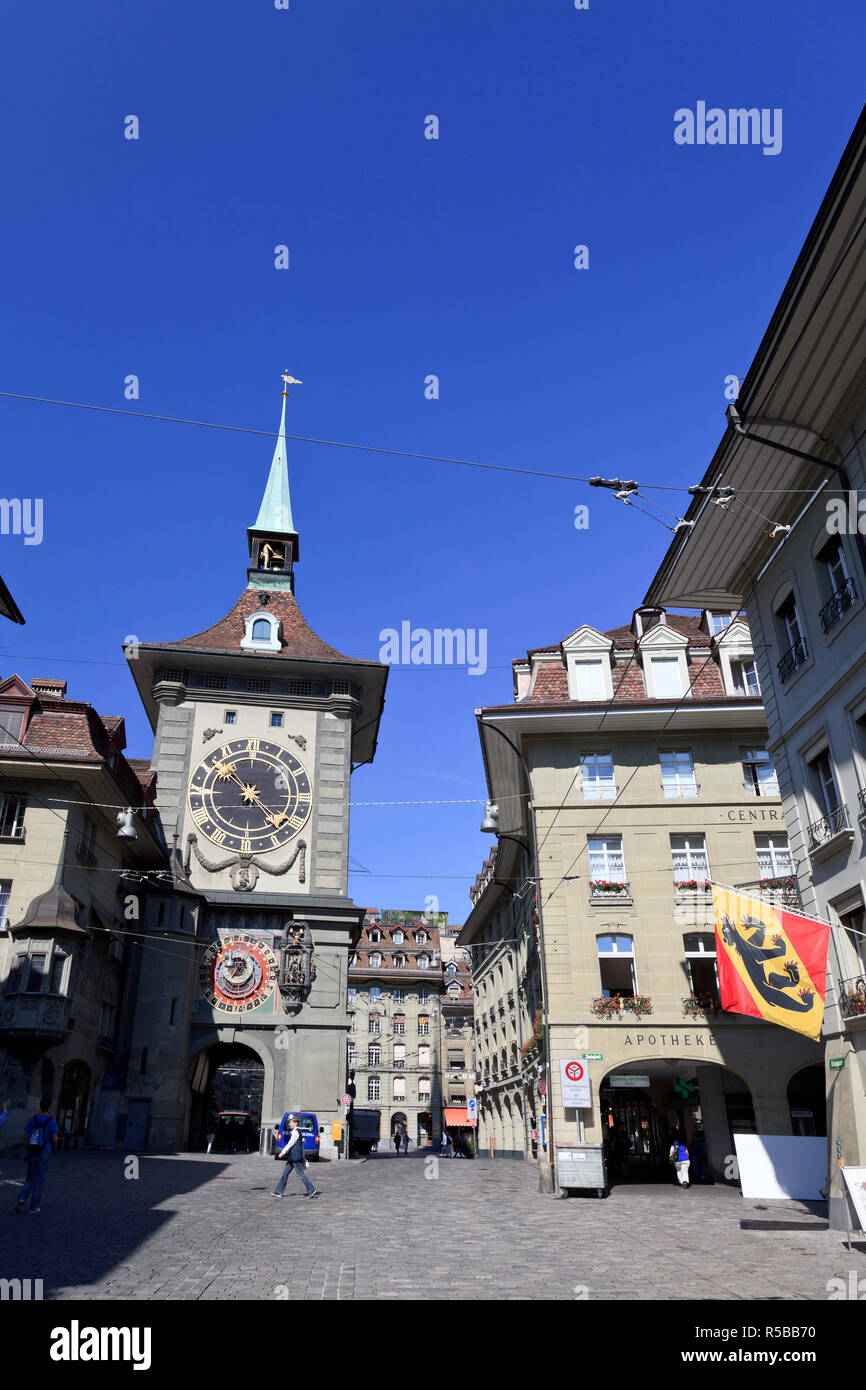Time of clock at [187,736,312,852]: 10:23
